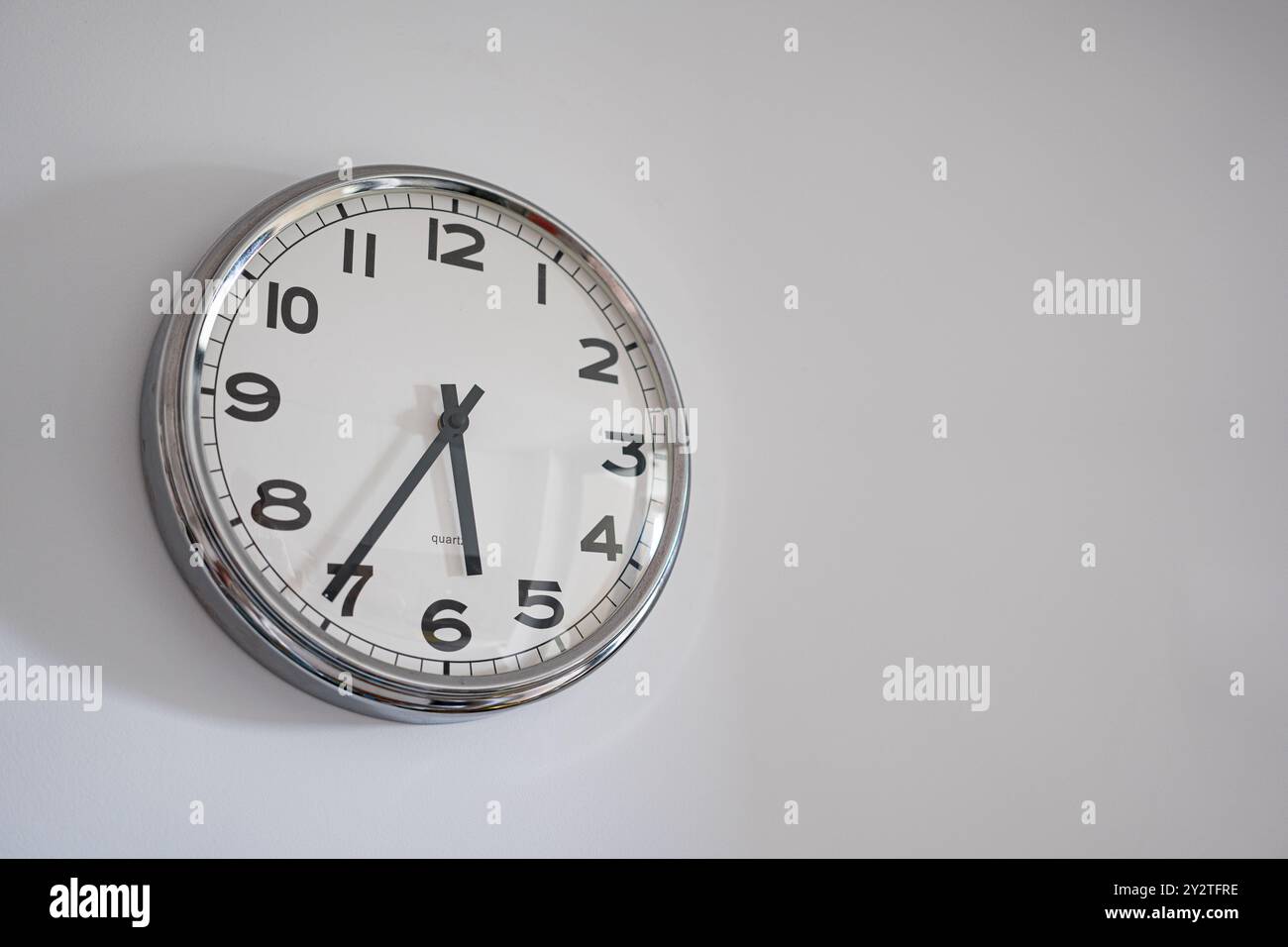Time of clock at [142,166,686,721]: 5:35
